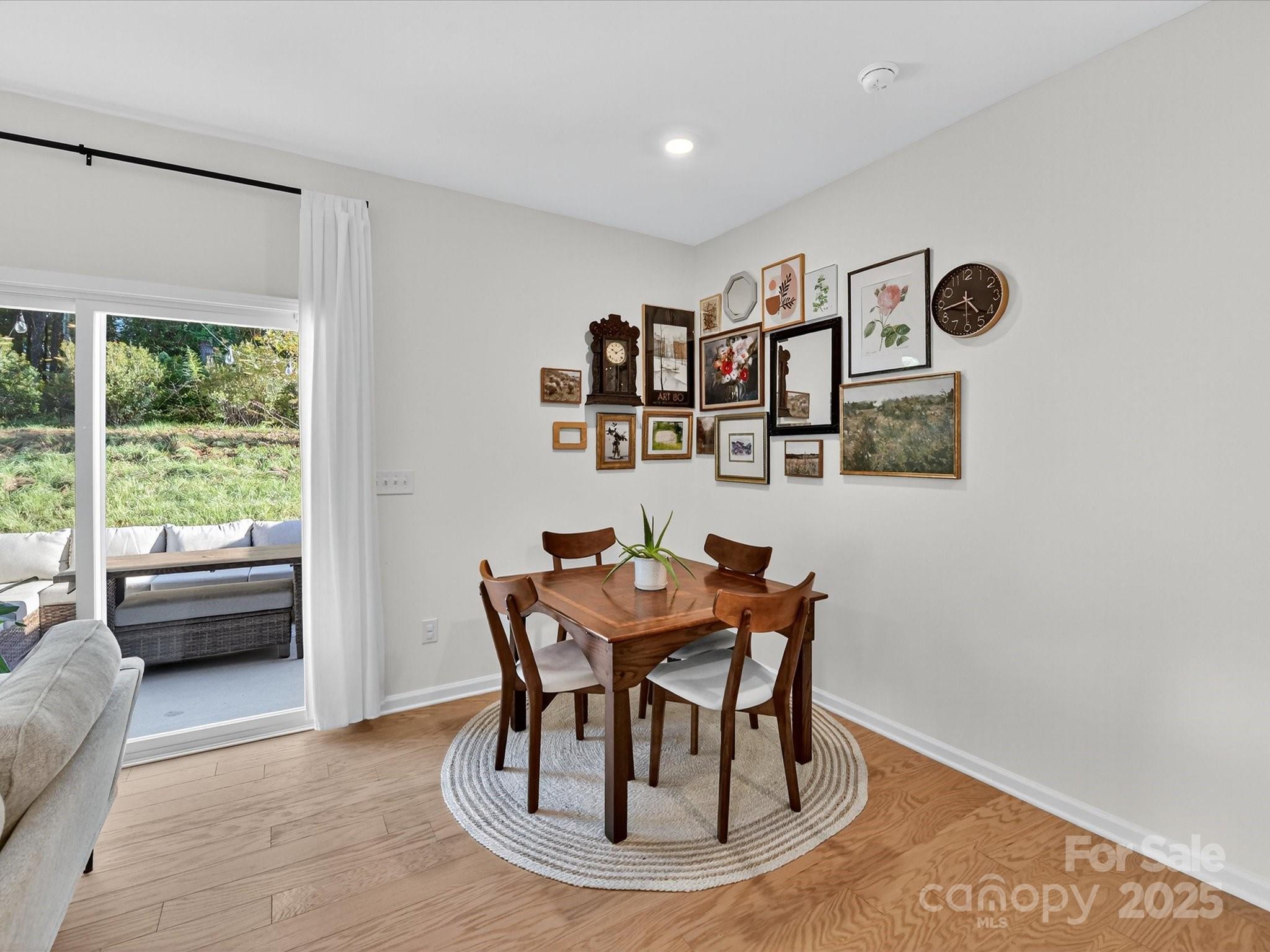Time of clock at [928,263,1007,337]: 4:43
